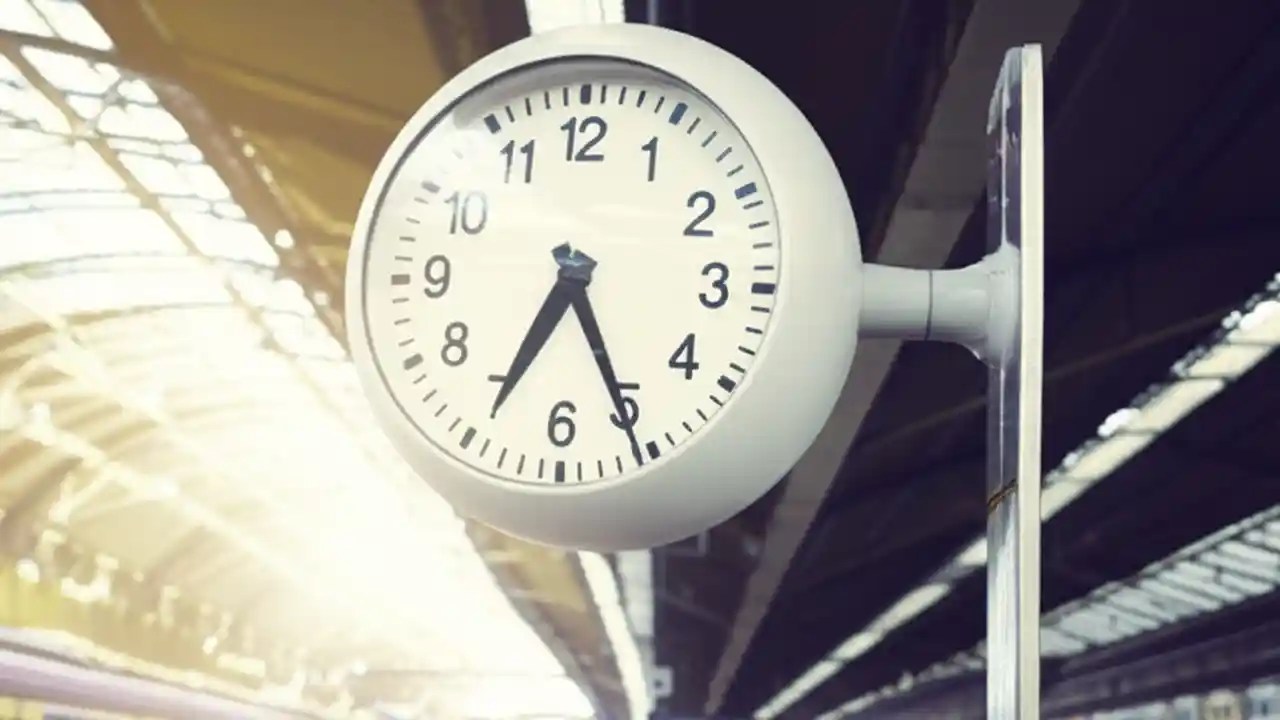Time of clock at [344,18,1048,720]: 6:25
